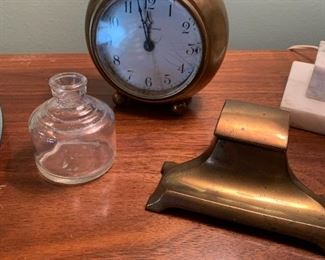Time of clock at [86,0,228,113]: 11:57
